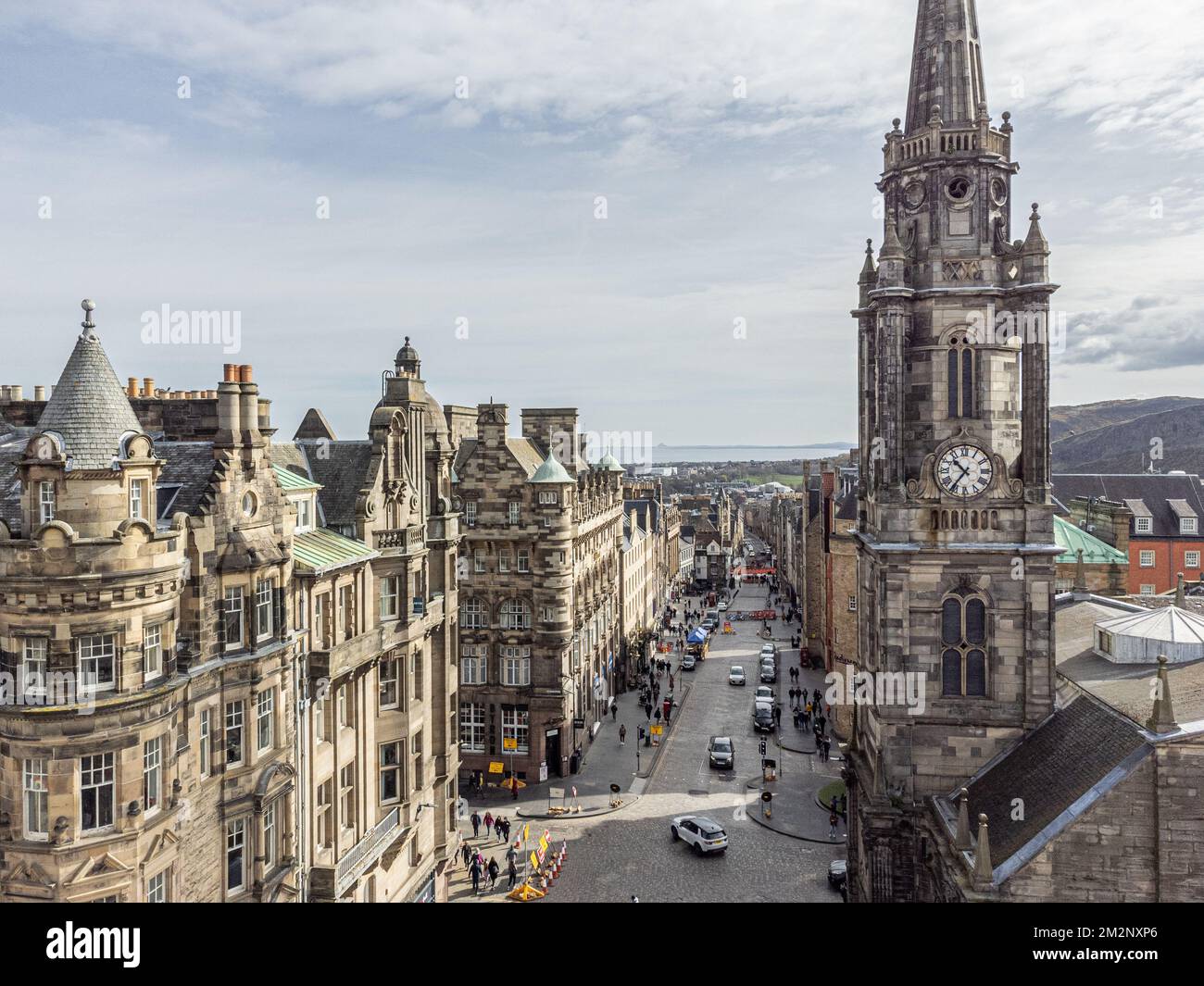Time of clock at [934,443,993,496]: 10:36
